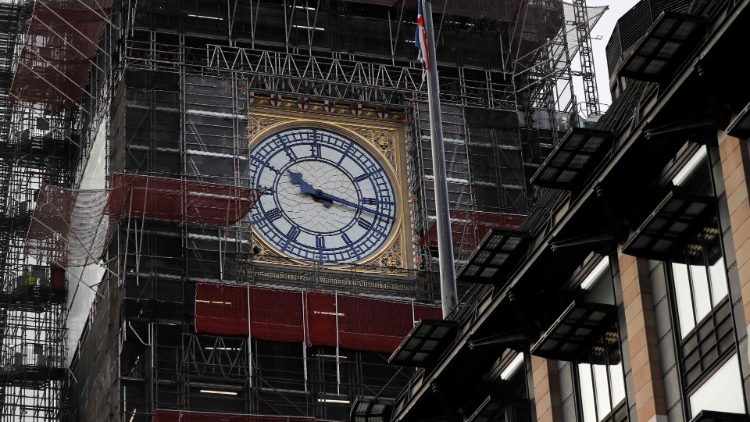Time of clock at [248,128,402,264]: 10:17
